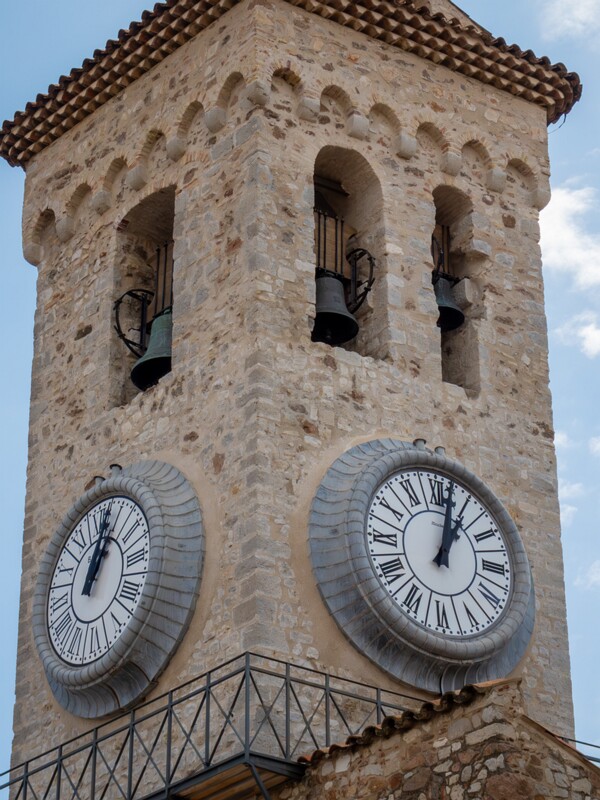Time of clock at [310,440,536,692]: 1:02
